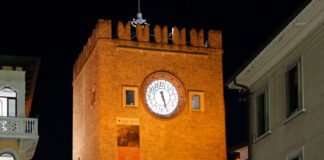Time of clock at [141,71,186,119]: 5:26
